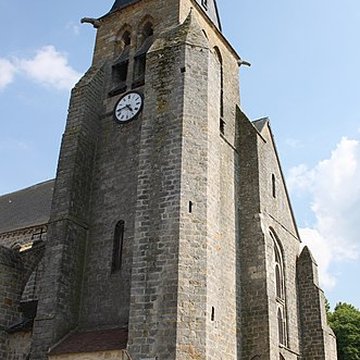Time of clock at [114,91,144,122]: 4:43
